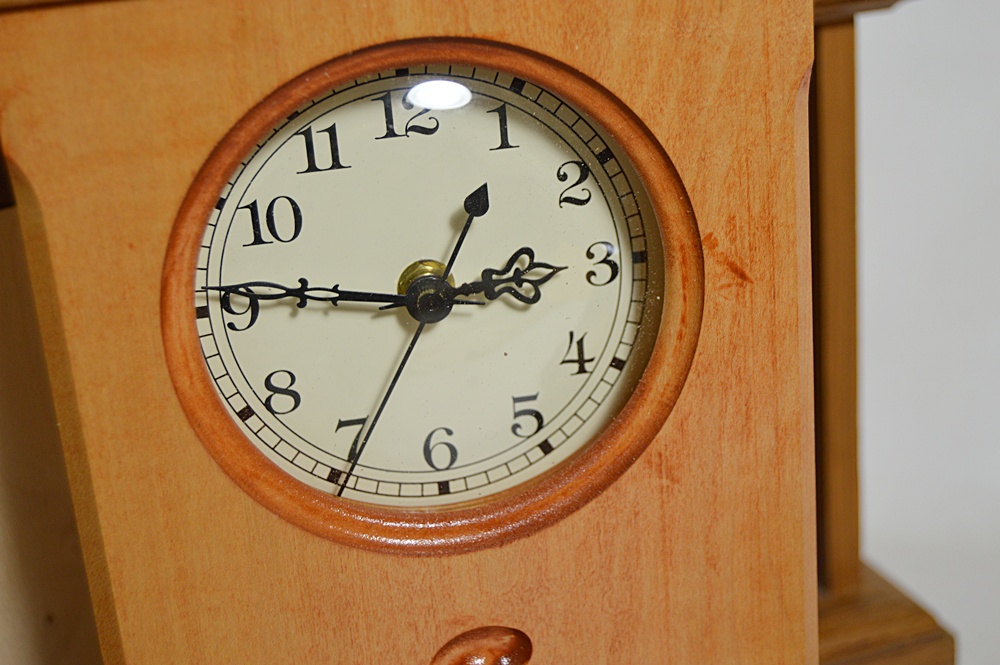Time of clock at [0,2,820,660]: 2:46
